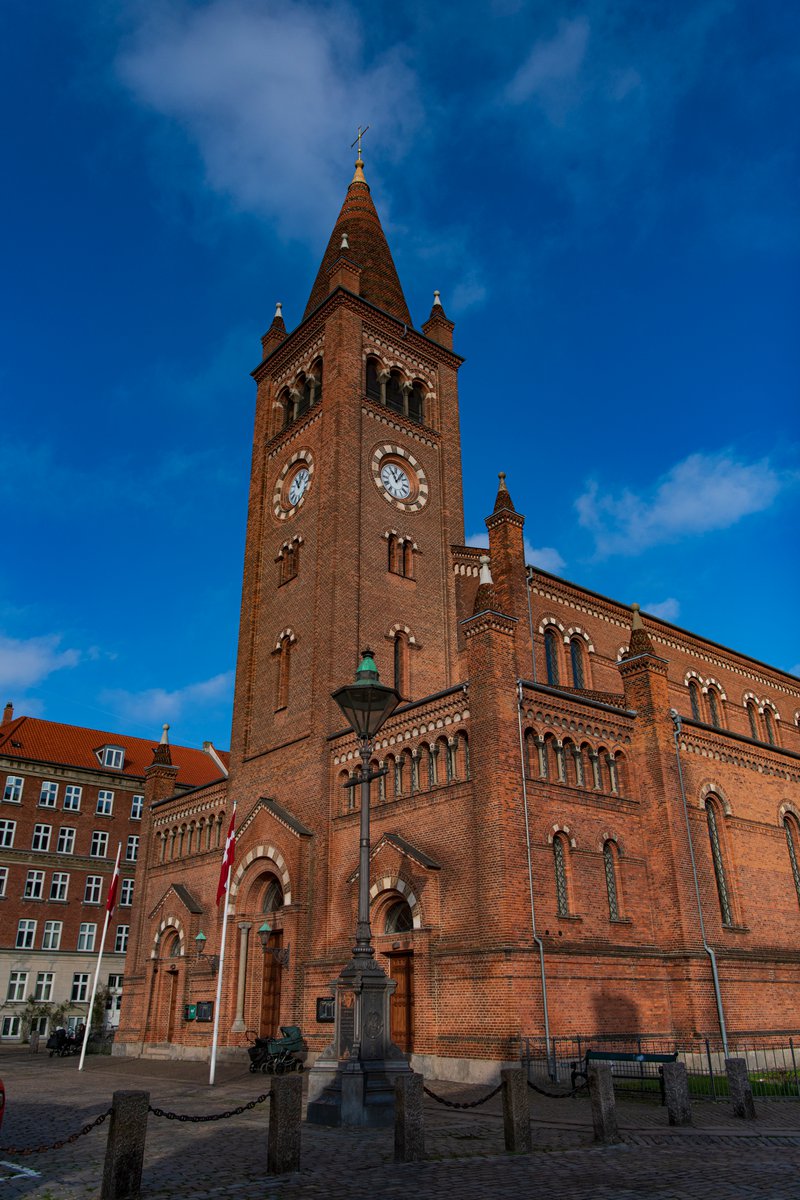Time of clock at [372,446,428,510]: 11:07
